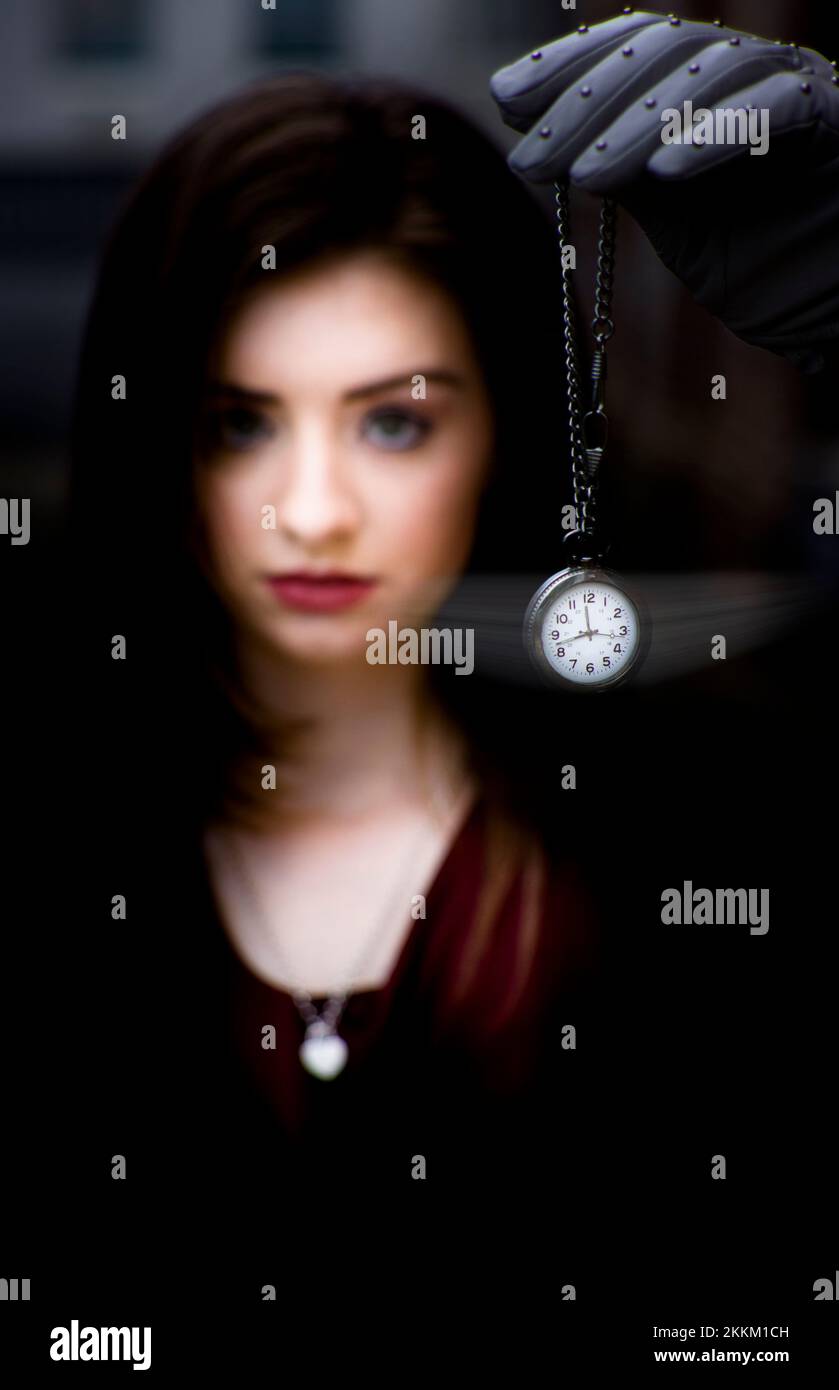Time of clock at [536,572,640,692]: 11:42
